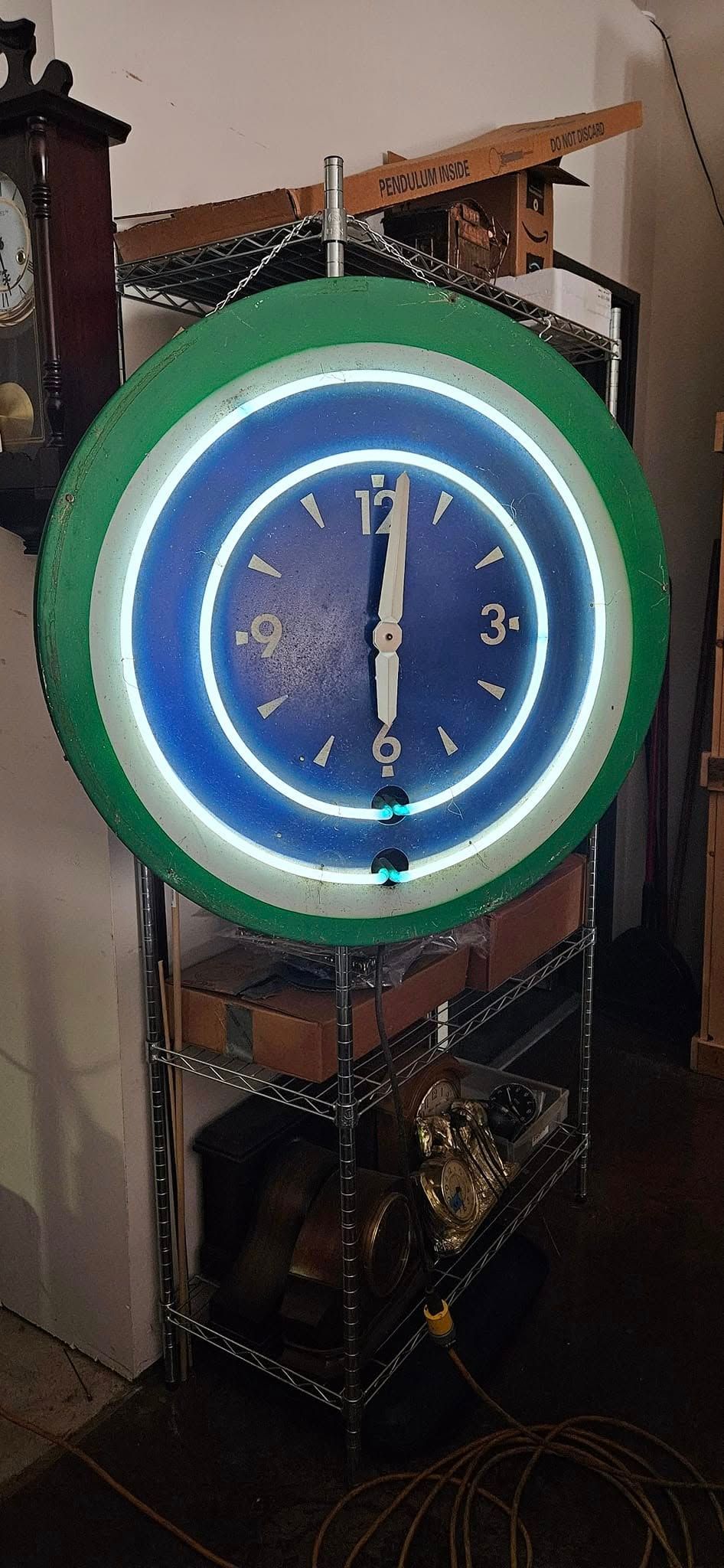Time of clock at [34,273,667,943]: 6:01
